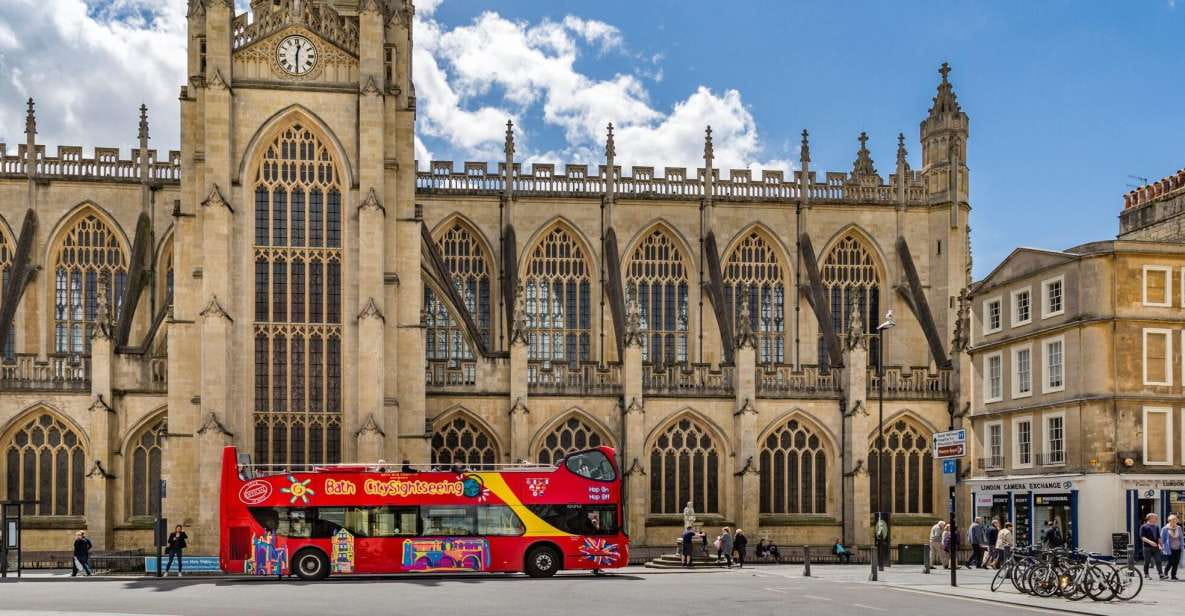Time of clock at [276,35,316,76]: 12:29
